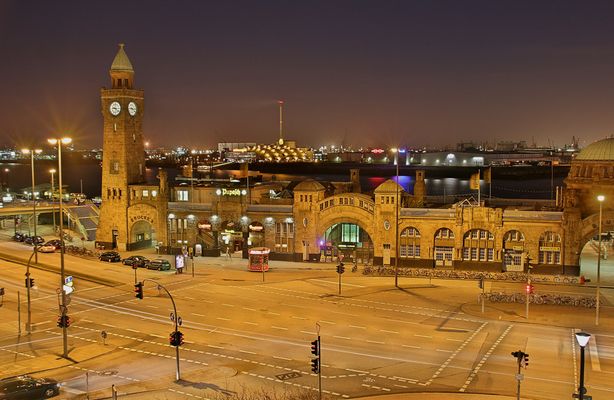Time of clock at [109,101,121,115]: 9:22
